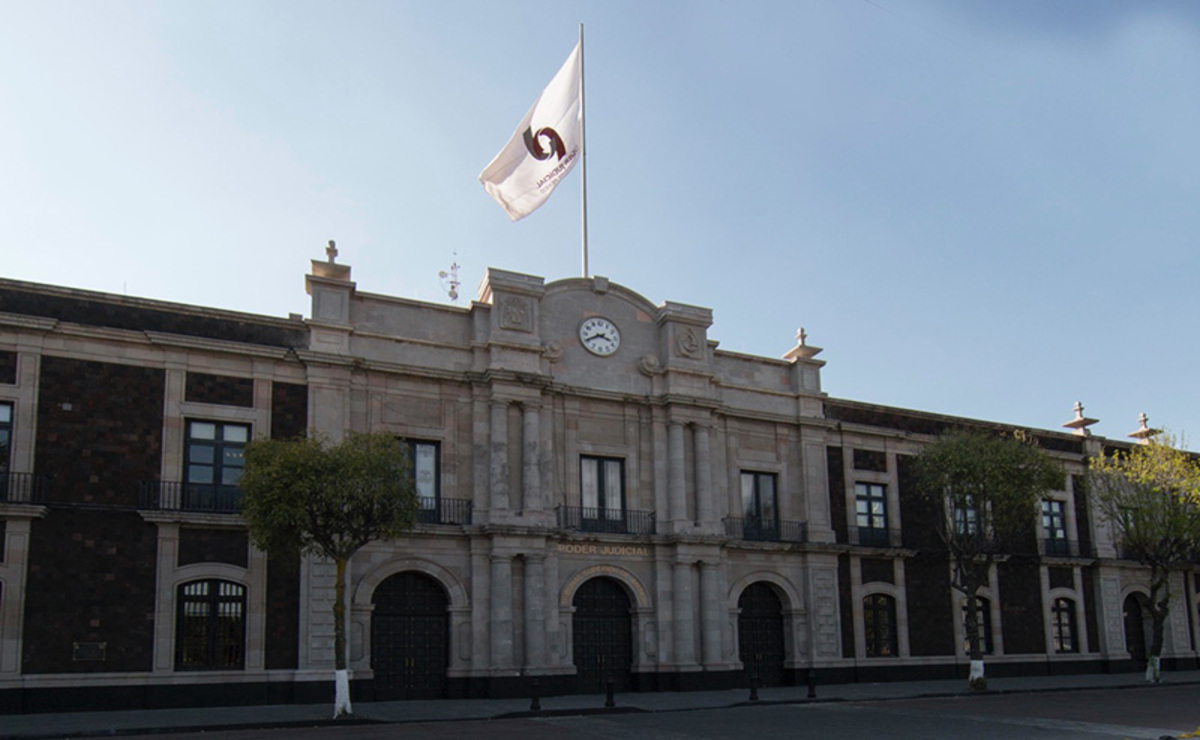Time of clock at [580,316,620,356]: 3:40
